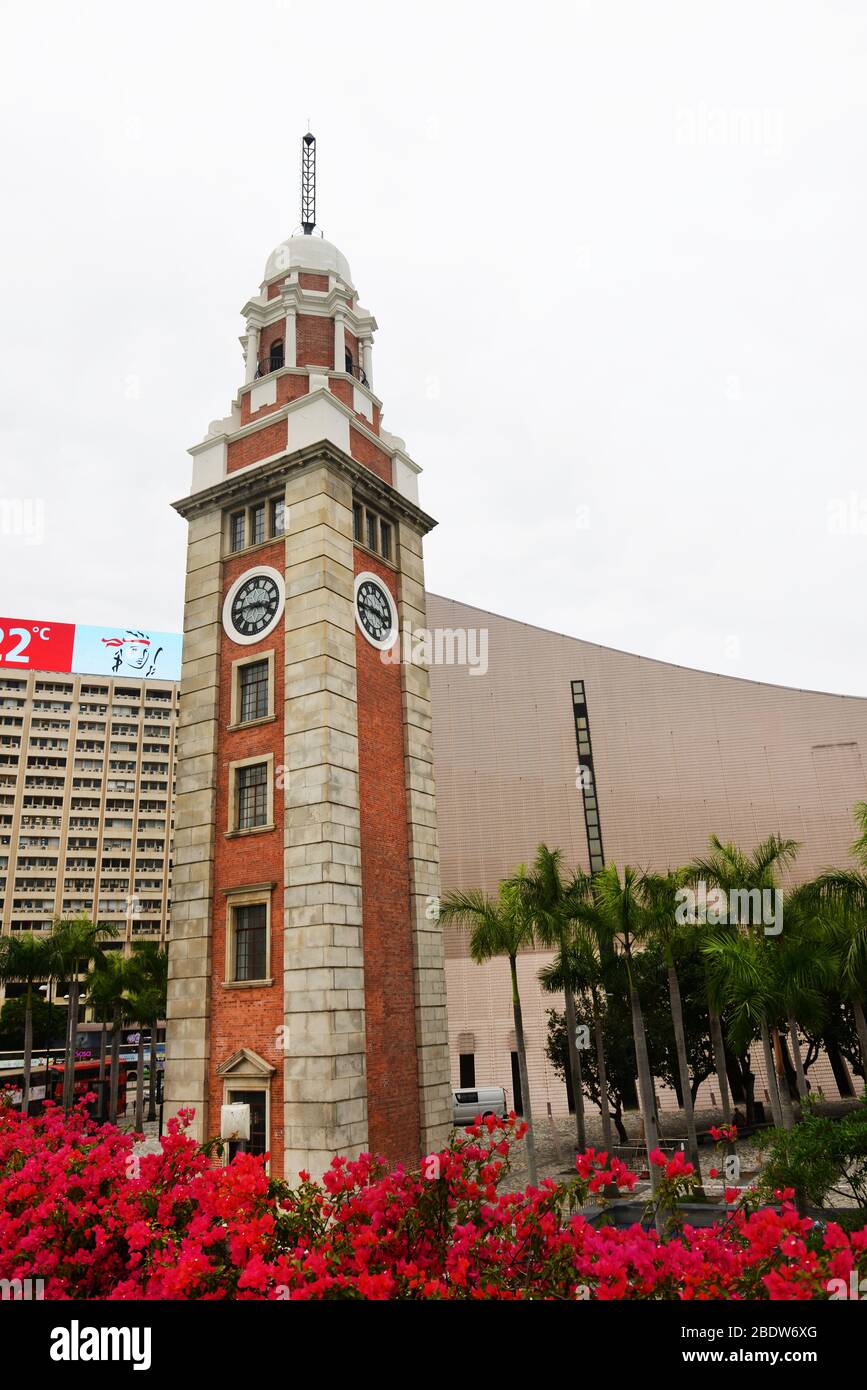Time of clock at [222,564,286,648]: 3:43
